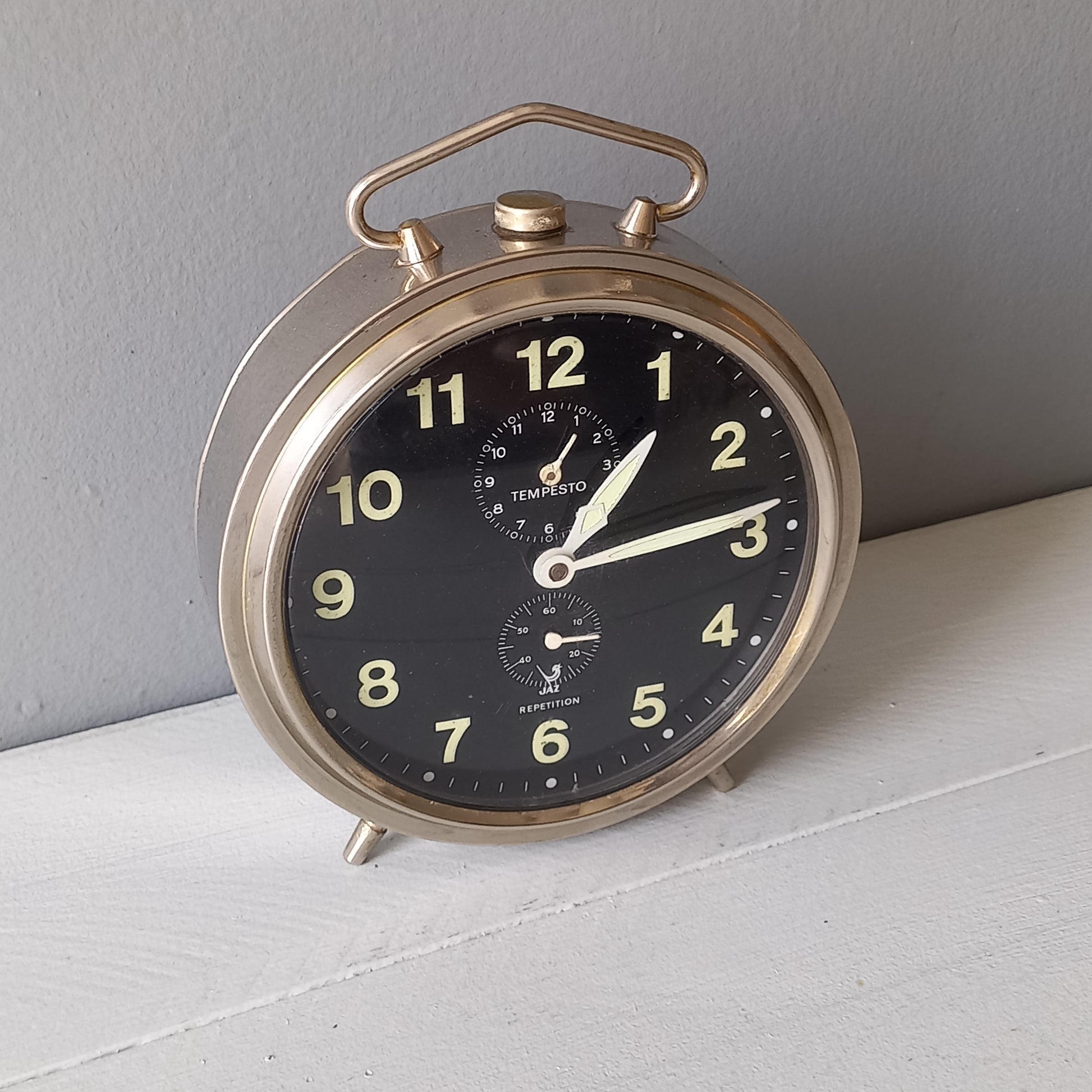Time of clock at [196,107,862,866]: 1:14
